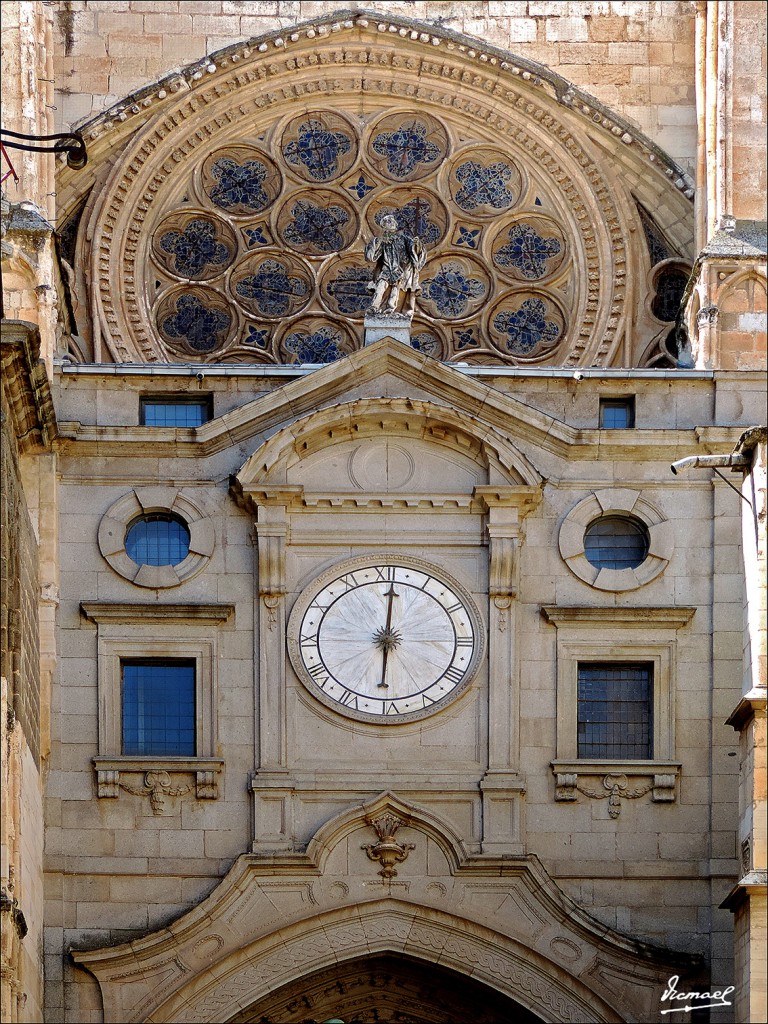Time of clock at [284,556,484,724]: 6:00
